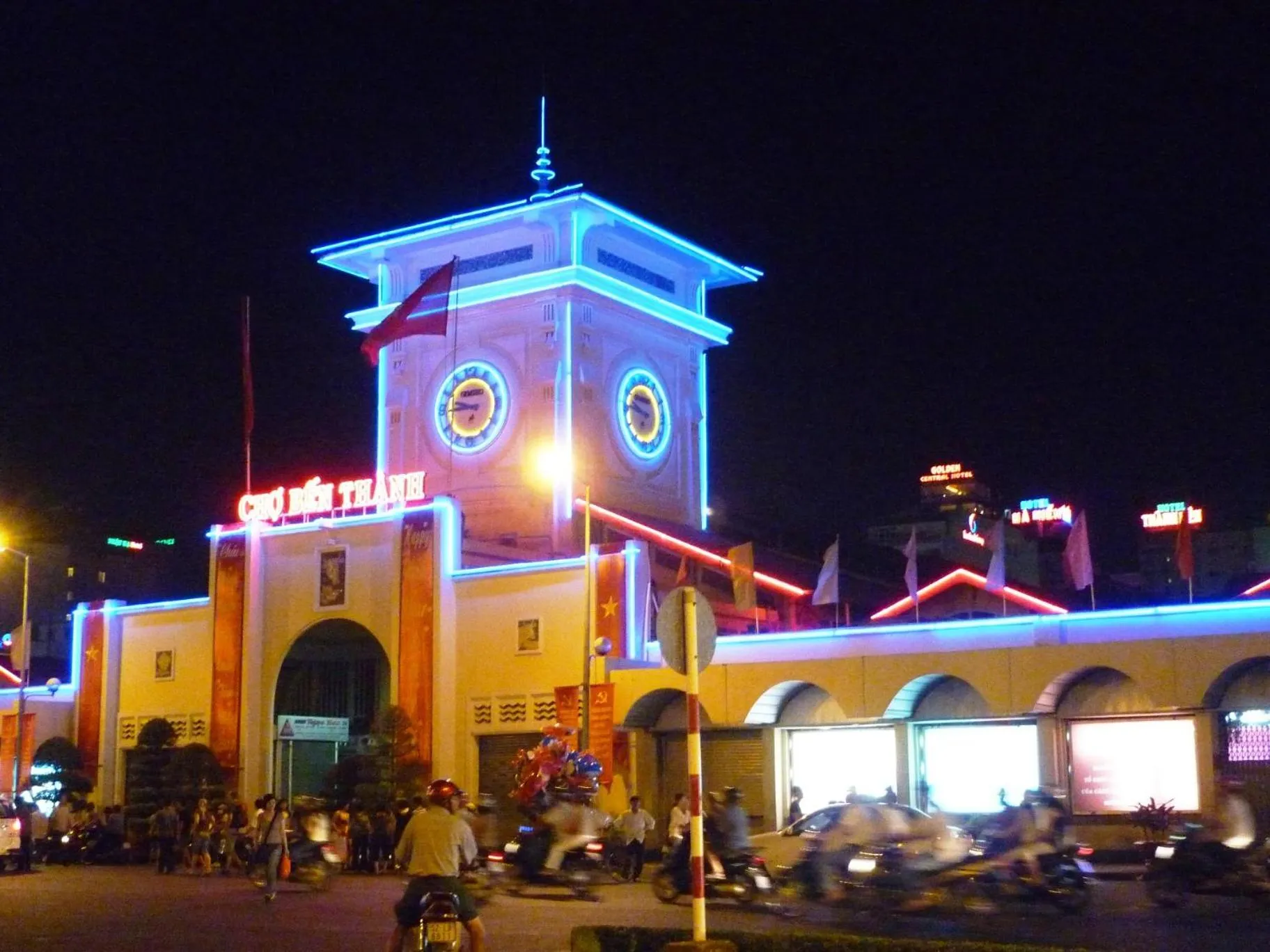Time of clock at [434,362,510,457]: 9:45
